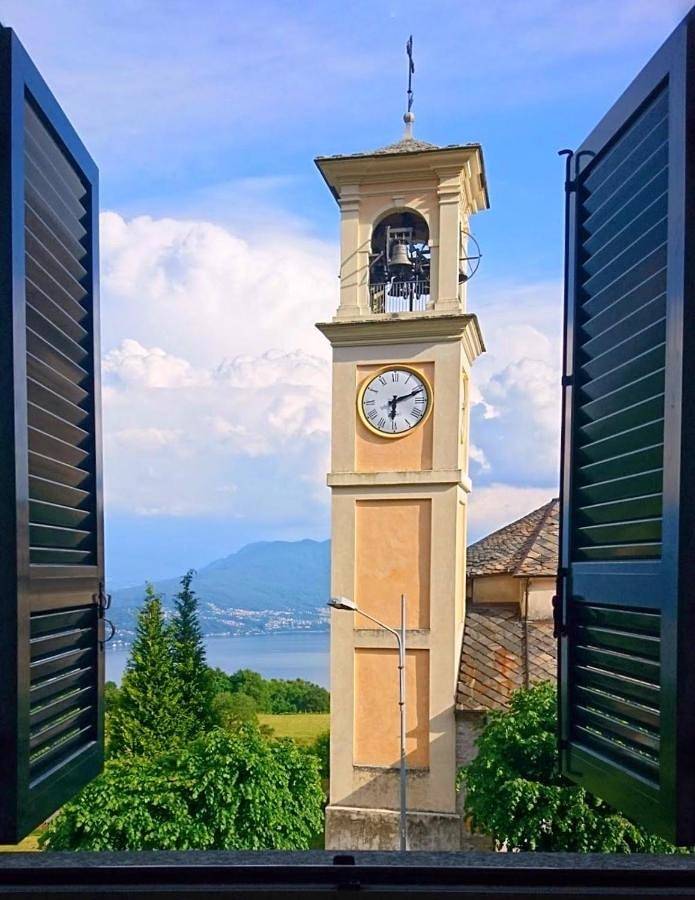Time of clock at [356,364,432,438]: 6:11
